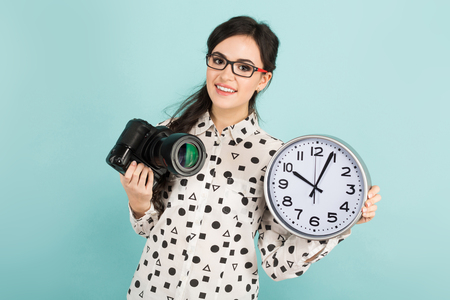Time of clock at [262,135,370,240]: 10:04
